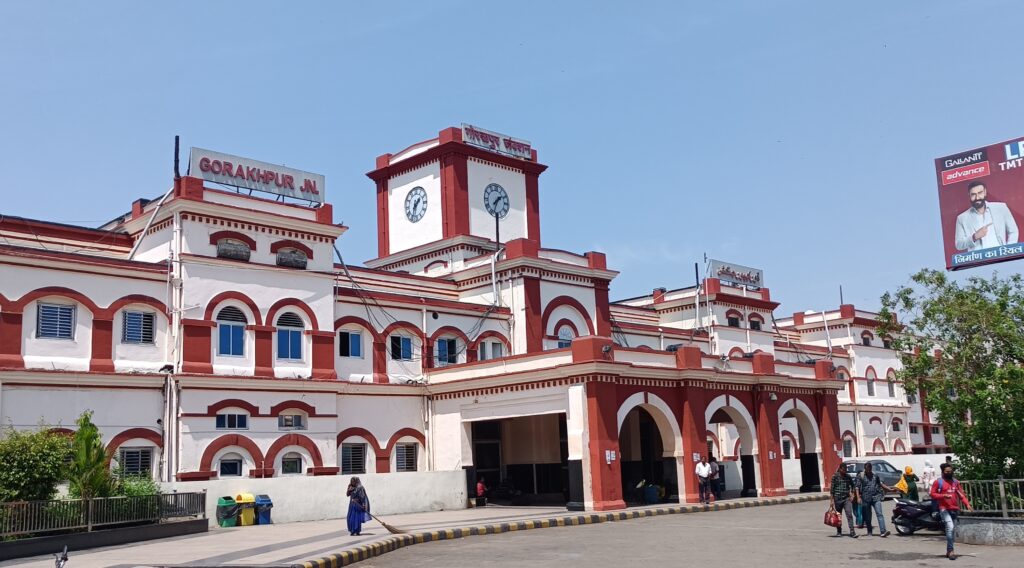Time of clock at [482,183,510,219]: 1:33
